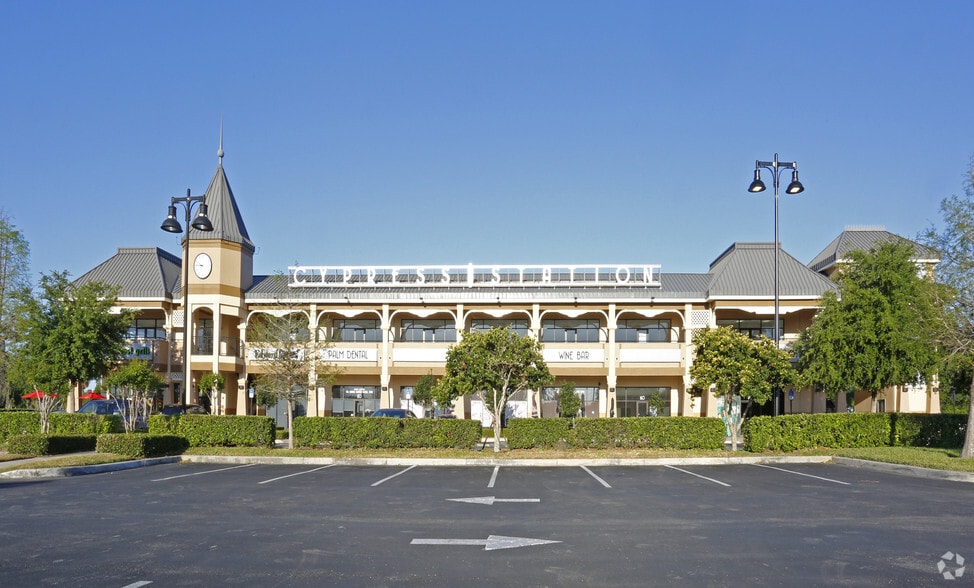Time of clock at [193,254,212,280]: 9:45
